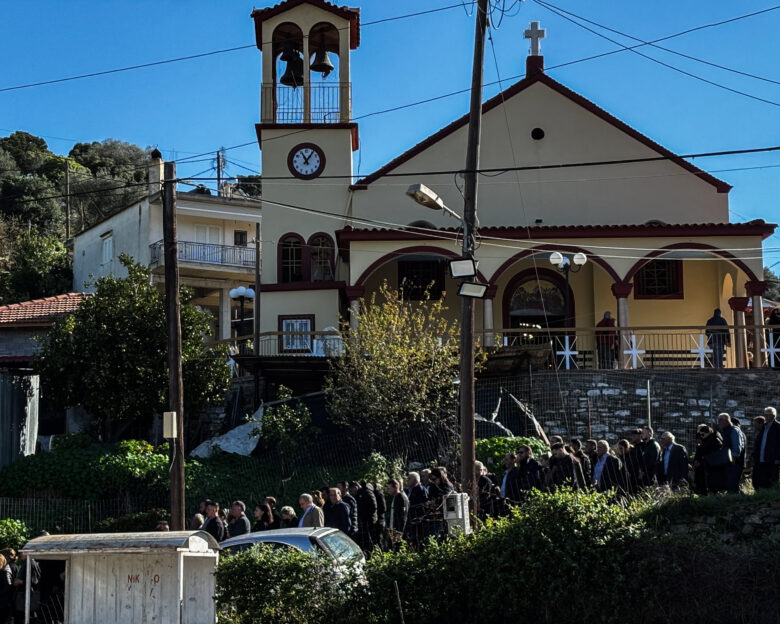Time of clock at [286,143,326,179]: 11:06
